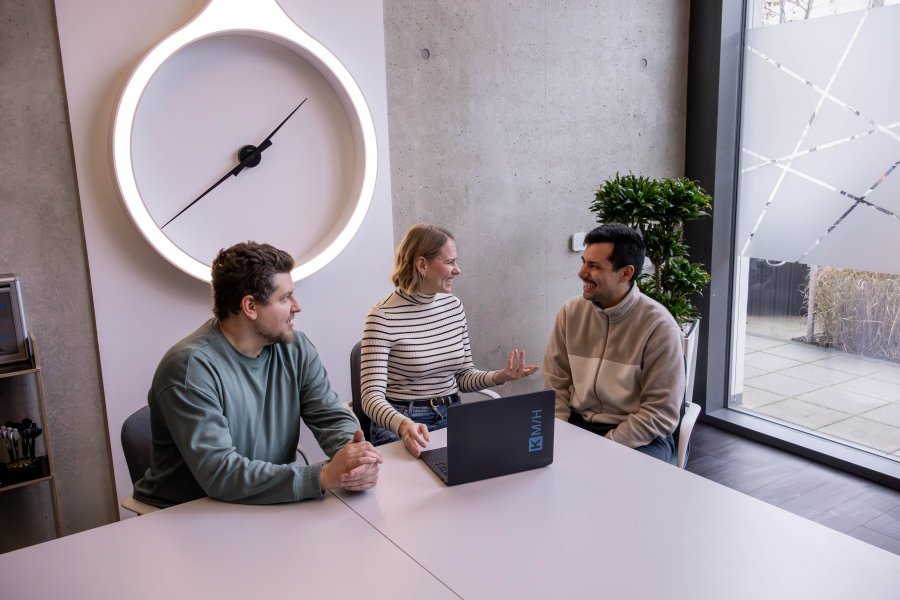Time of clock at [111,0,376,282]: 1:38
